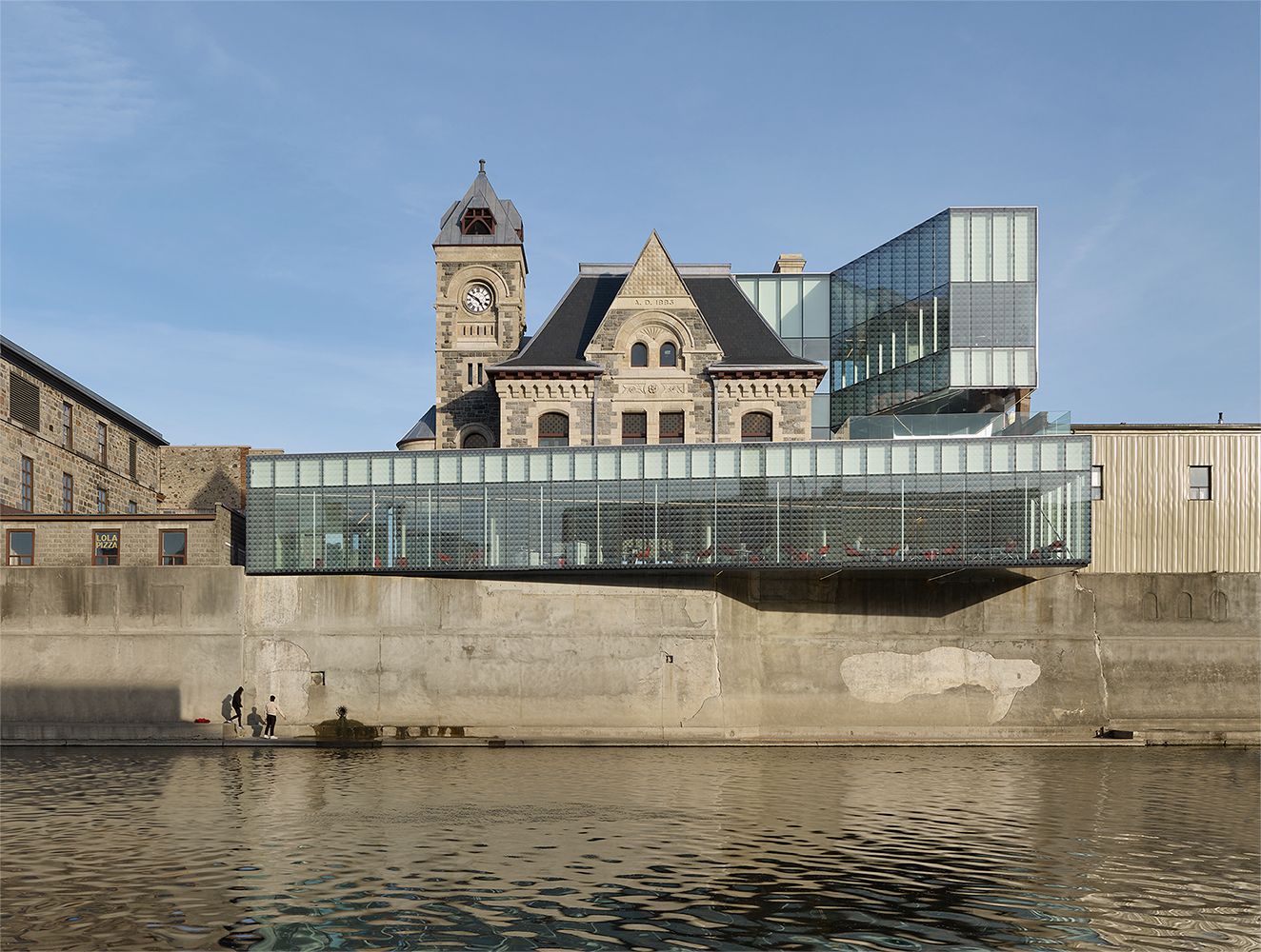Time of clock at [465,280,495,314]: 4:50
